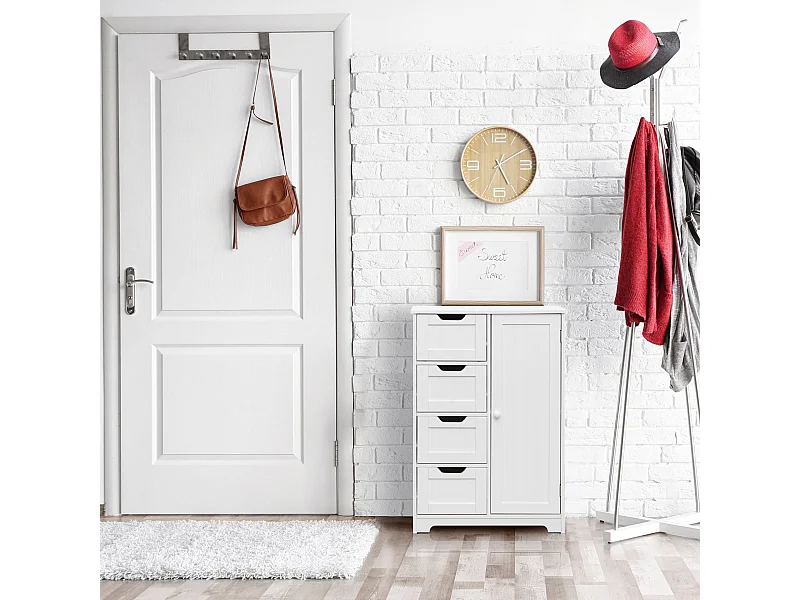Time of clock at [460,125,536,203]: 5:09
